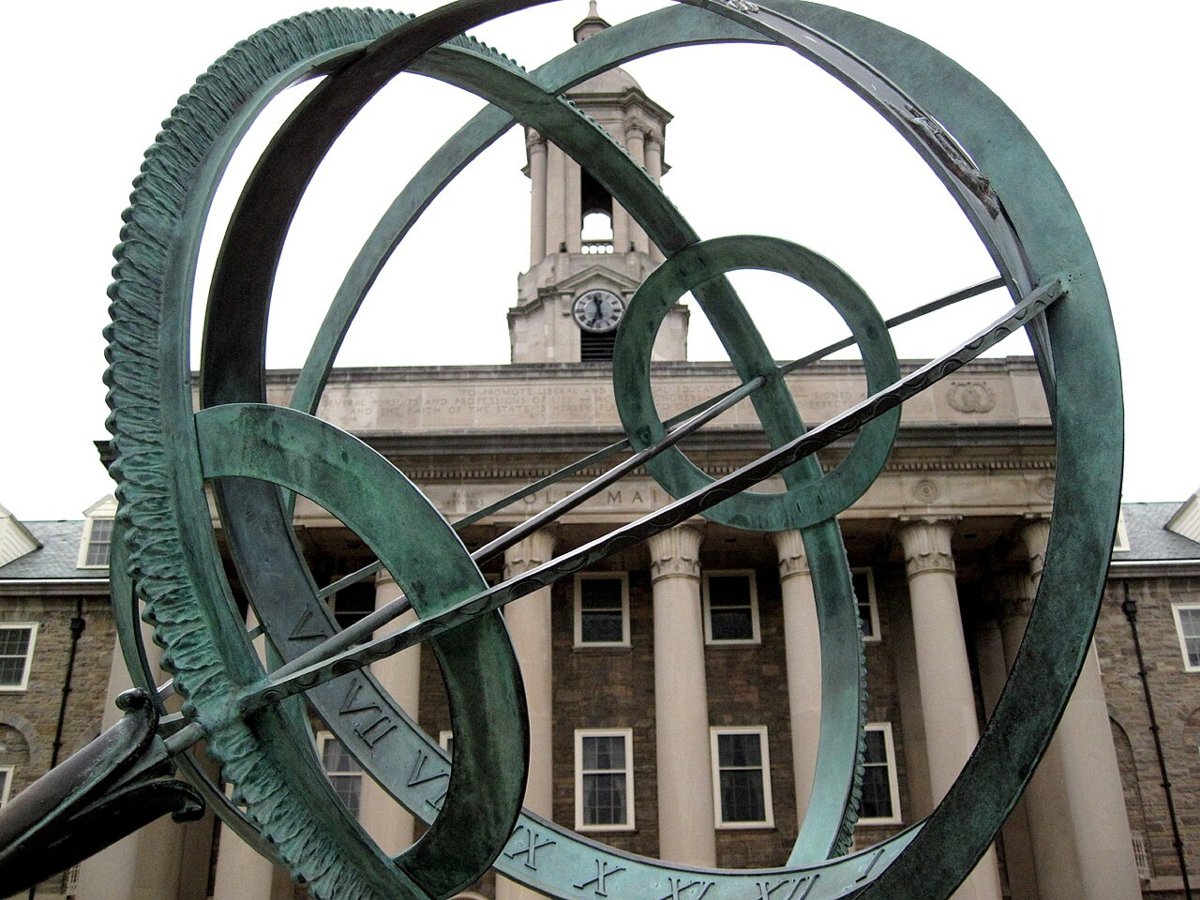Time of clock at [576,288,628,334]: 11:33
